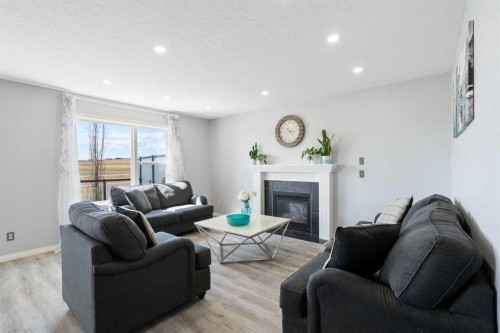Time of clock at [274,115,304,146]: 3:23
